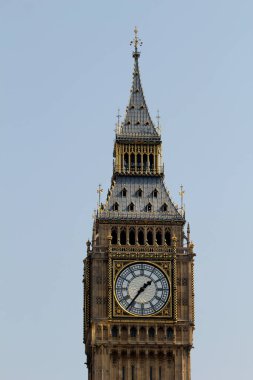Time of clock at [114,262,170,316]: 1:36
